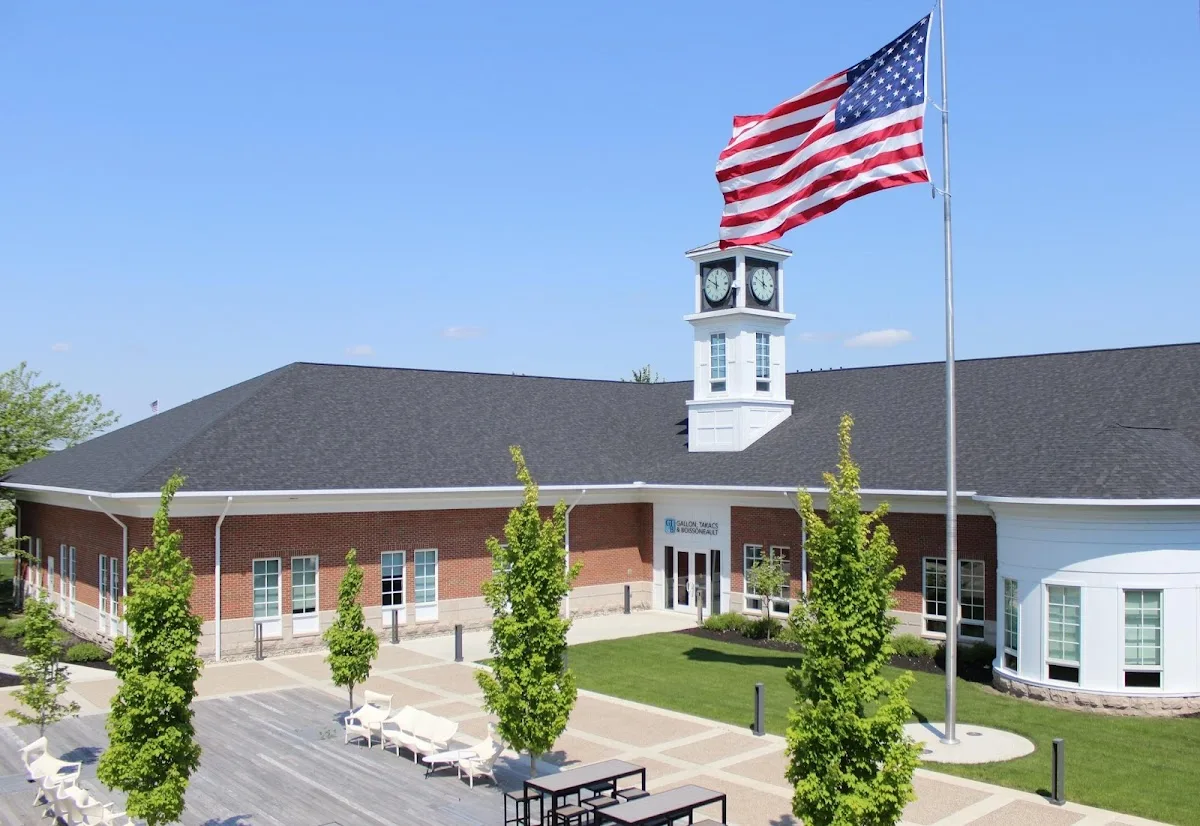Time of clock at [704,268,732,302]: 11:49
